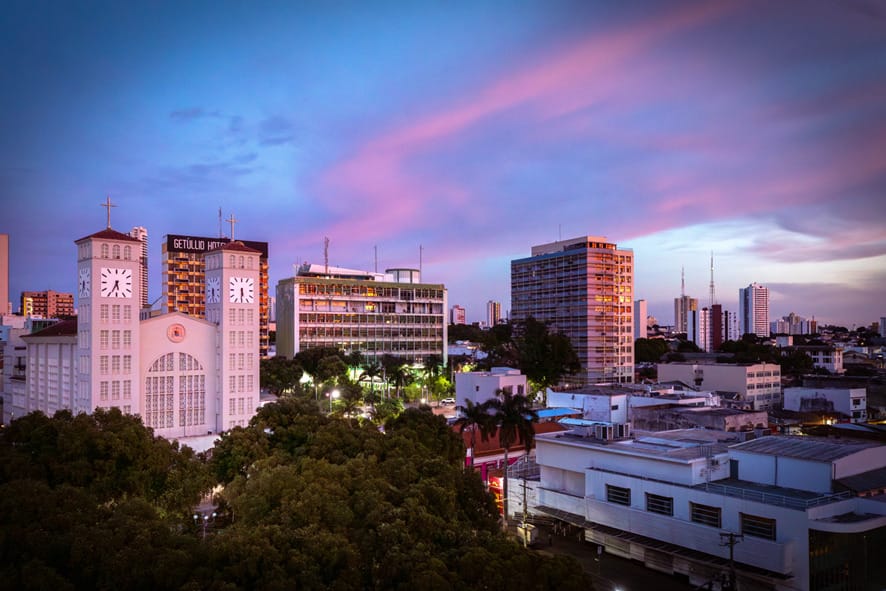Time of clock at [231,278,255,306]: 5:30
